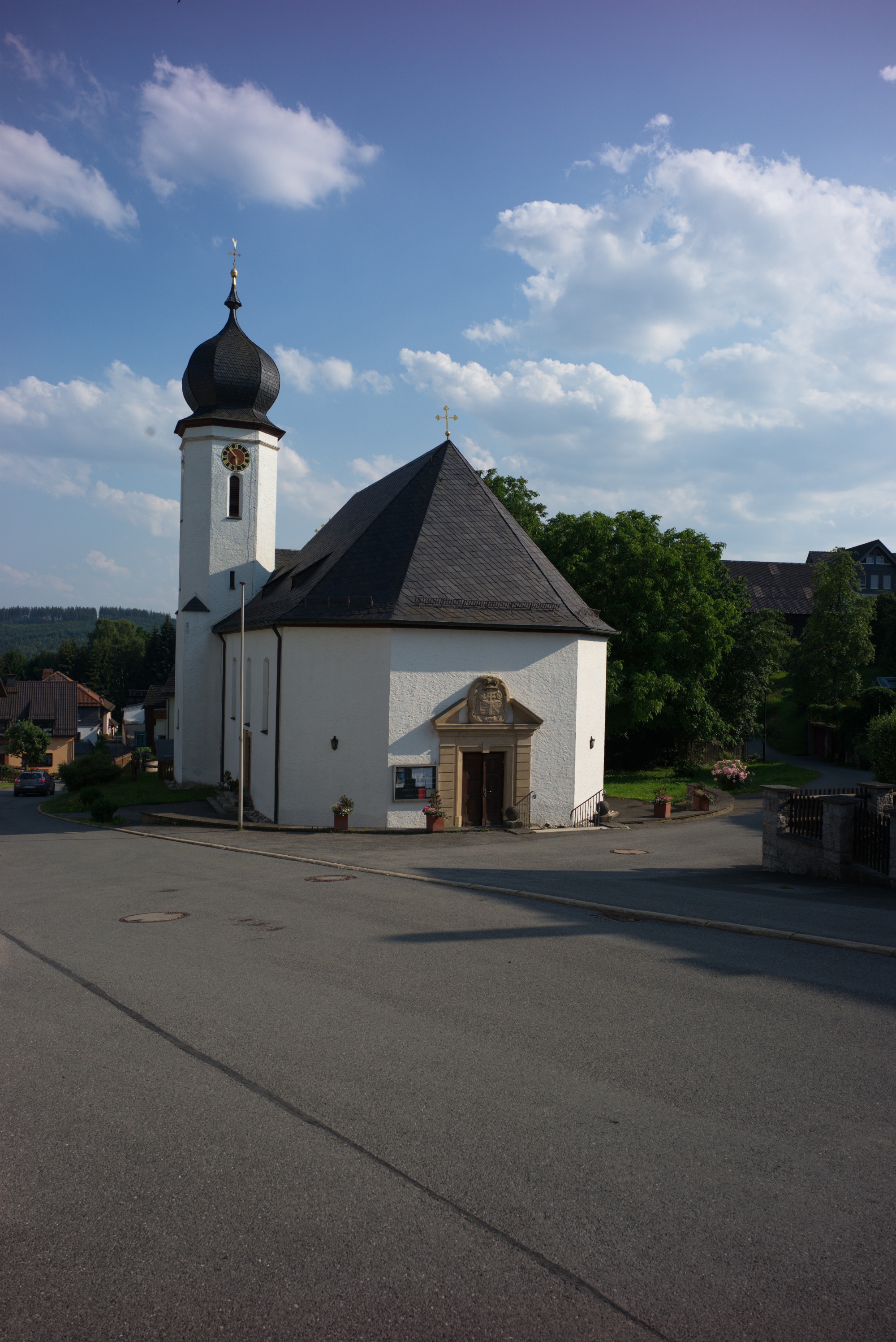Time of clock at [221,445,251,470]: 5:53
